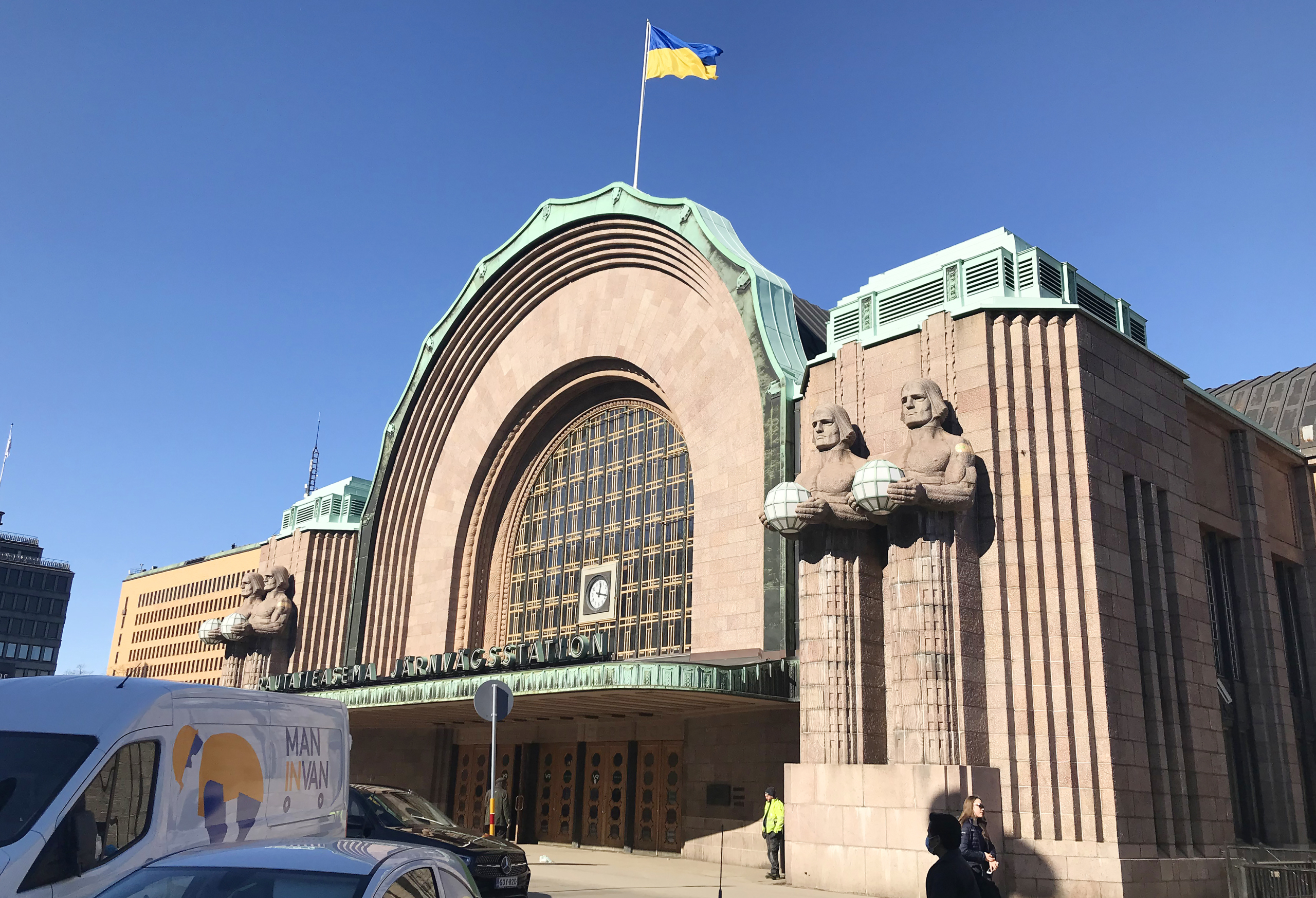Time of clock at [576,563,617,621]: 12:17
